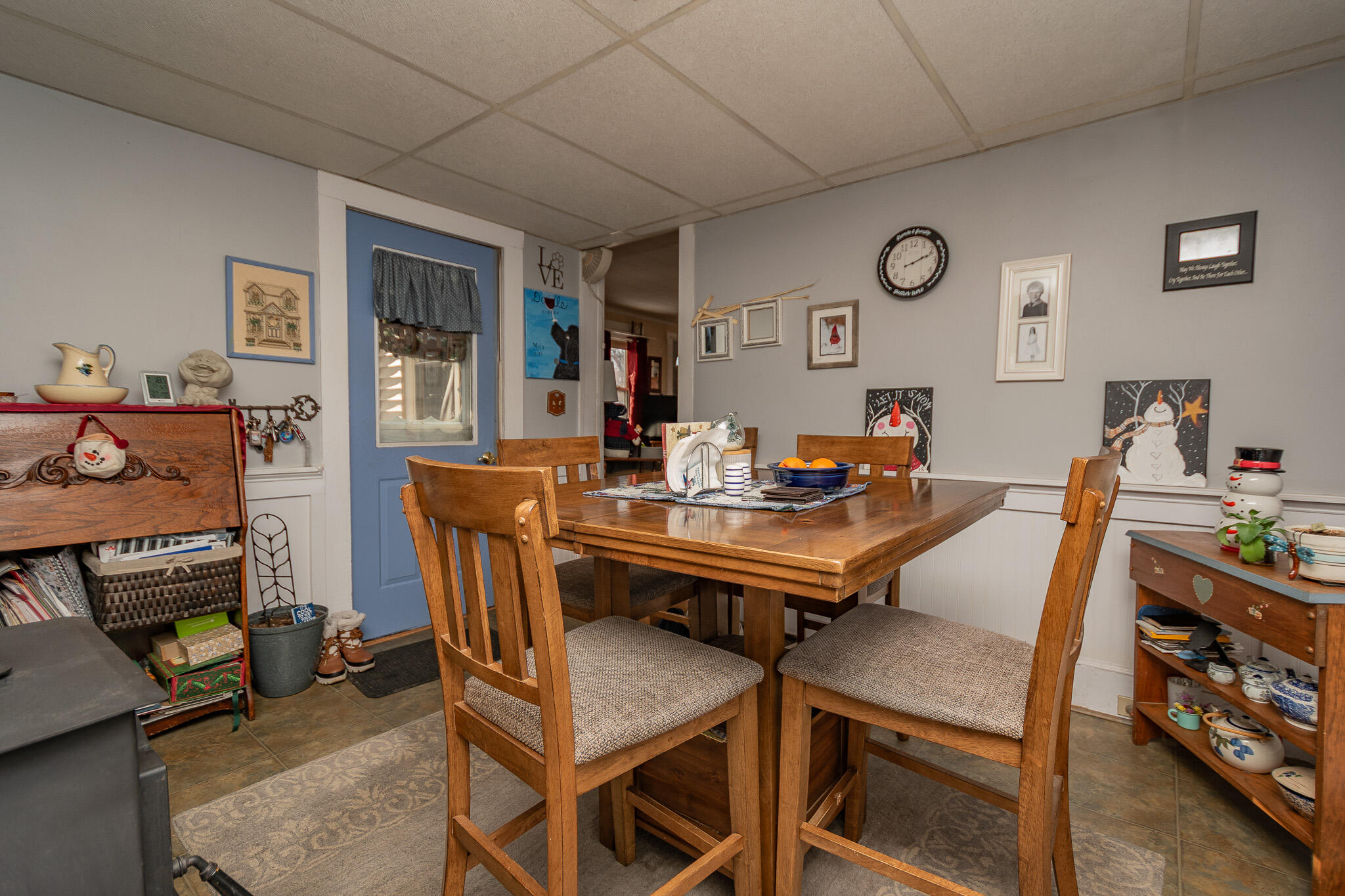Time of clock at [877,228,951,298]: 2:11
